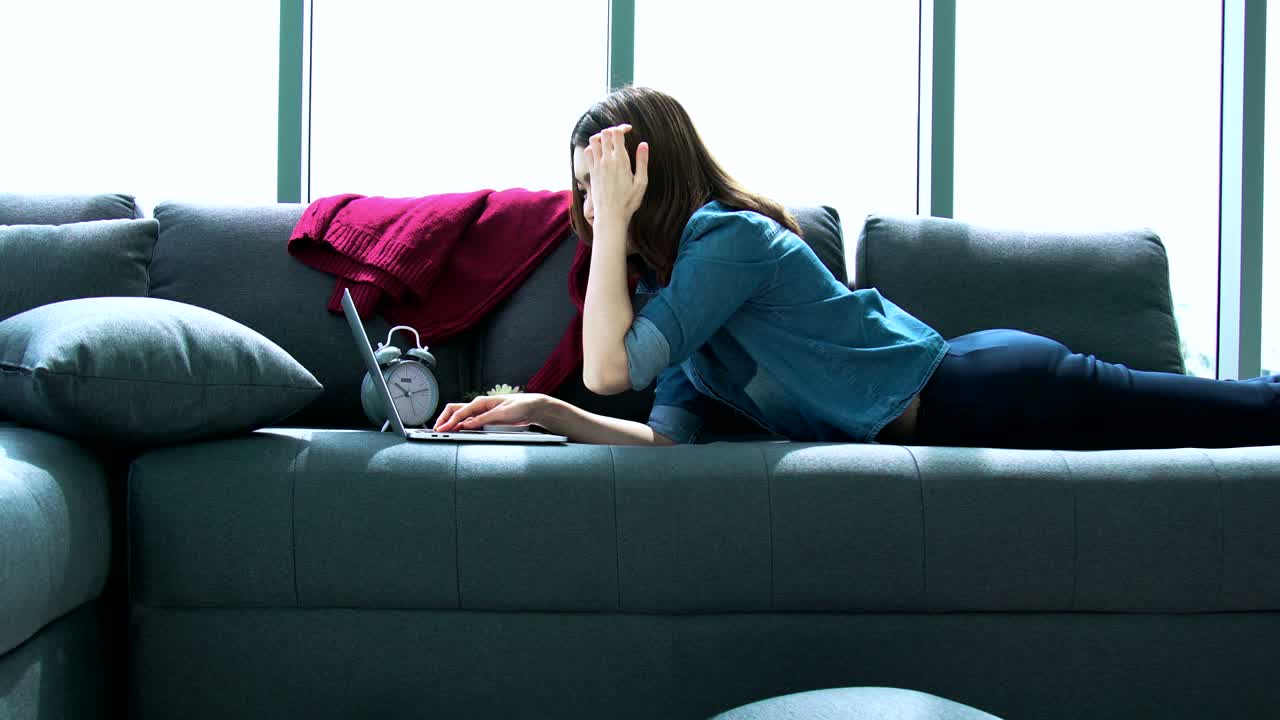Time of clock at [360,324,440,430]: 10:12
